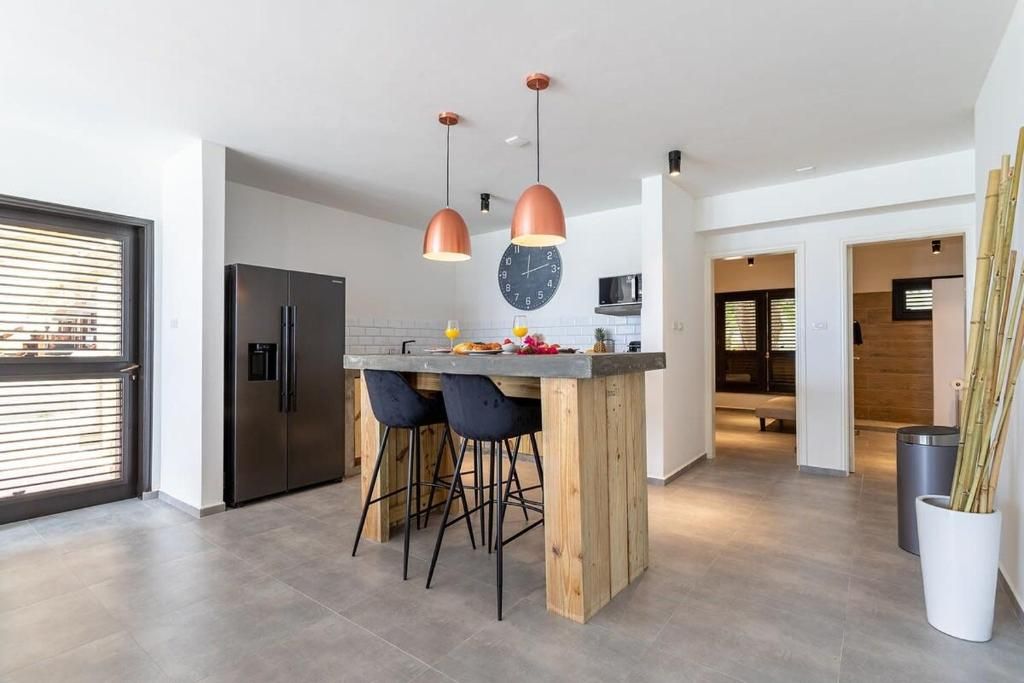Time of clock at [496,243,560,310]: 12:12
